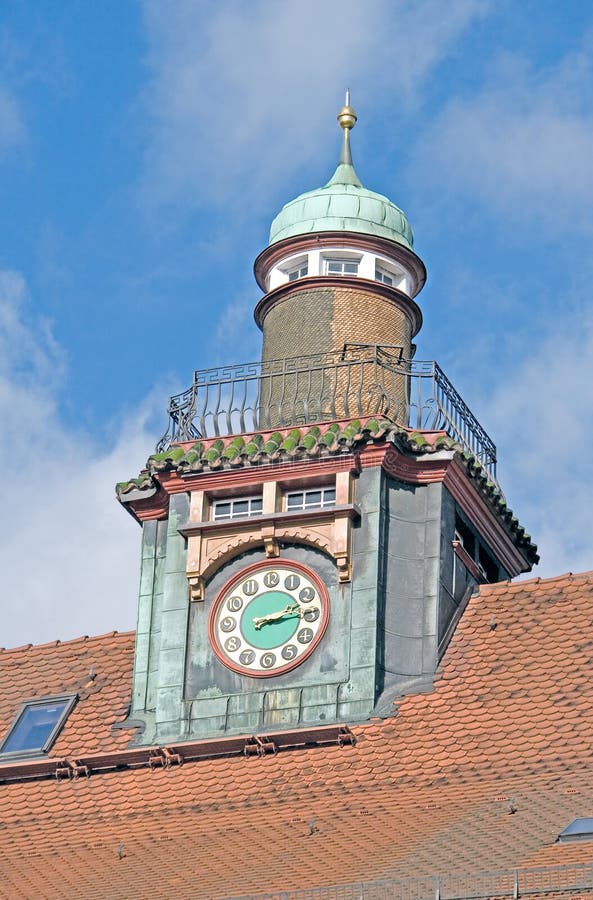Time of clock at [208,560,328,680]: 2:13
